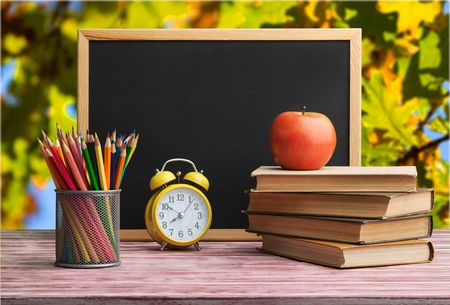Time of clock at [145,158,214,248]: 7:50
